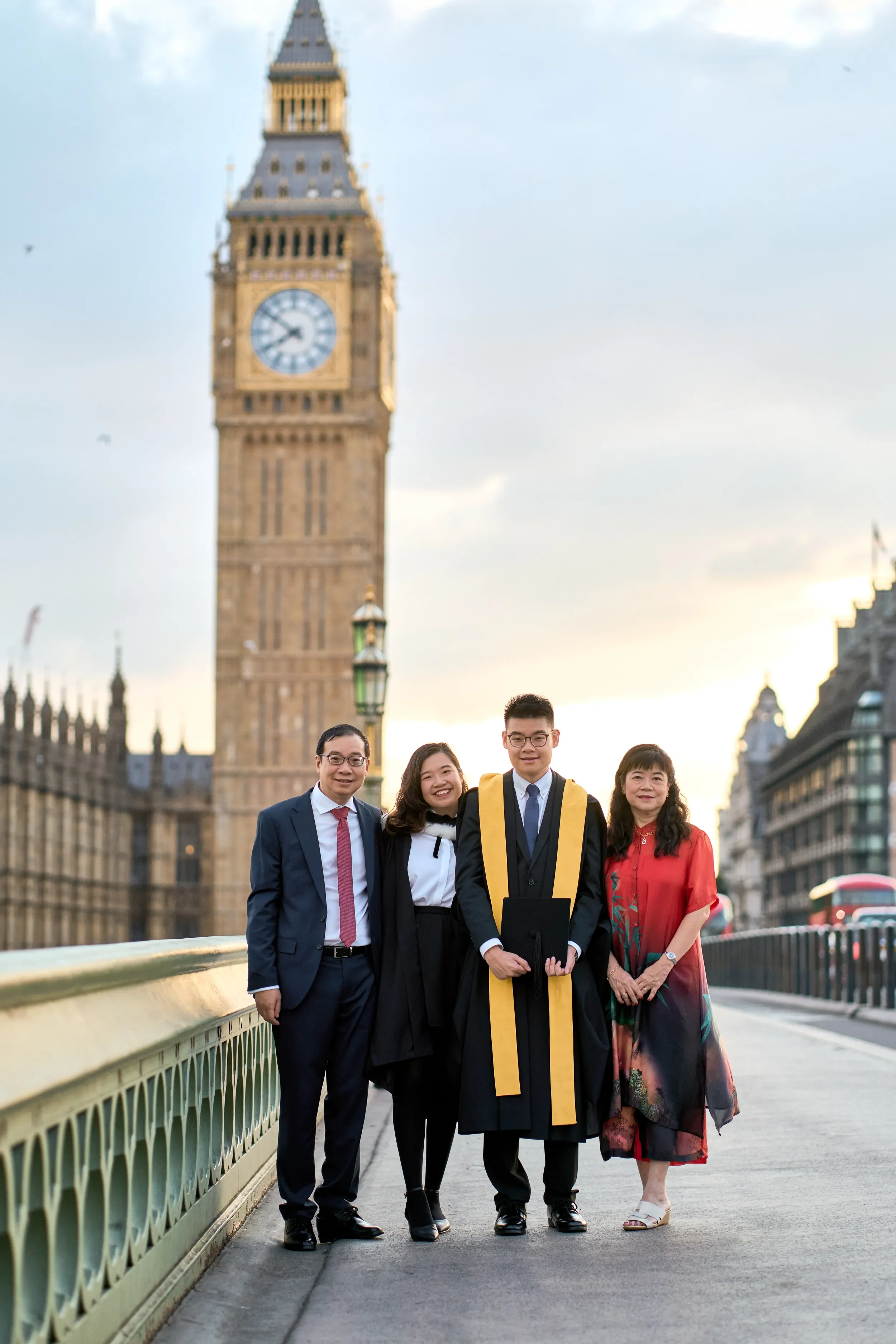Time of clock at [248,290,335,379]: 7:51
